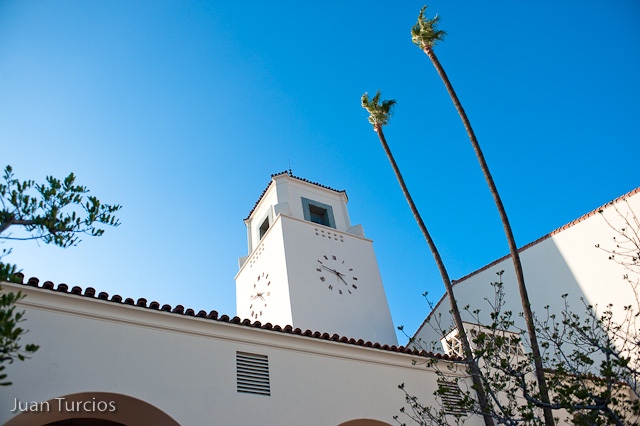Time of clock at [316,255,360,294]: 4:48
